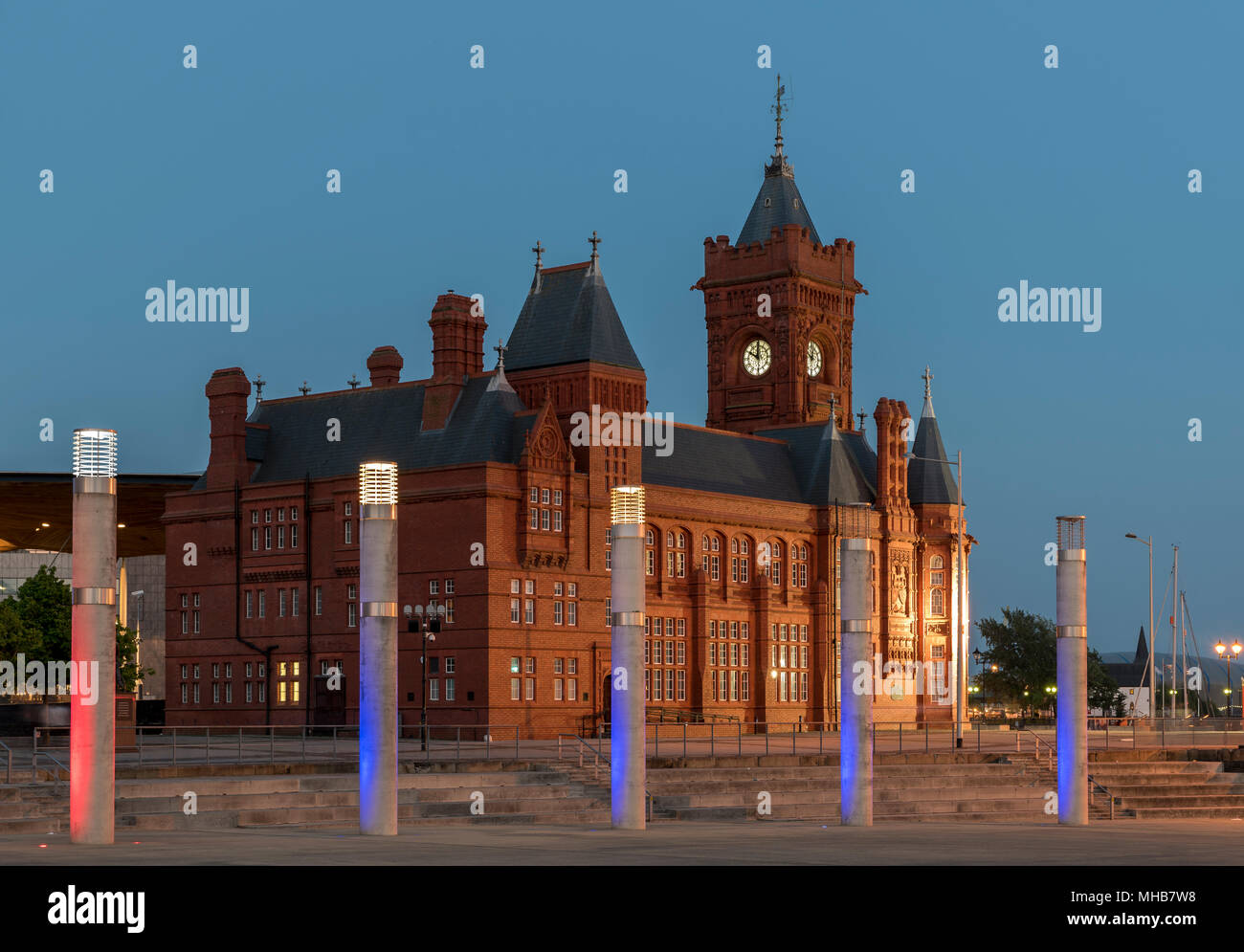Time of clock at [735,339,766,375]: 10:00
